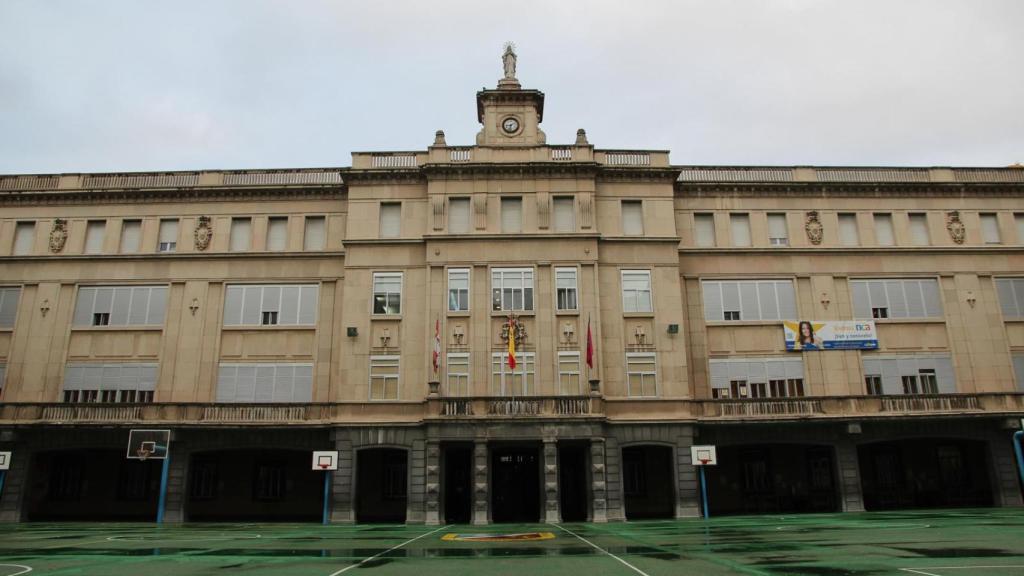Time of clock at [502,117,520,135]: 8:32
